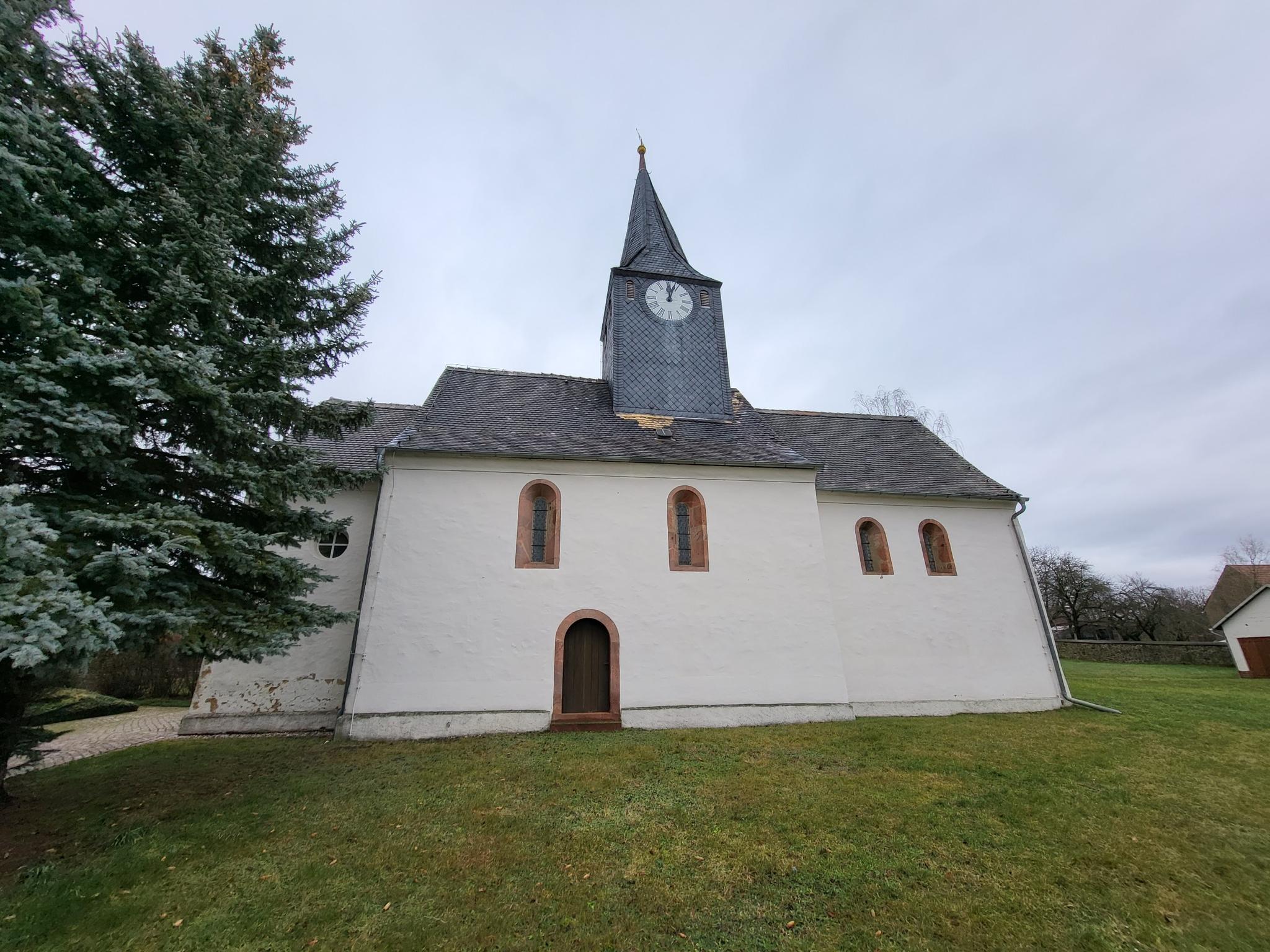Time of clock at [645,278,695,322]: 12:03
